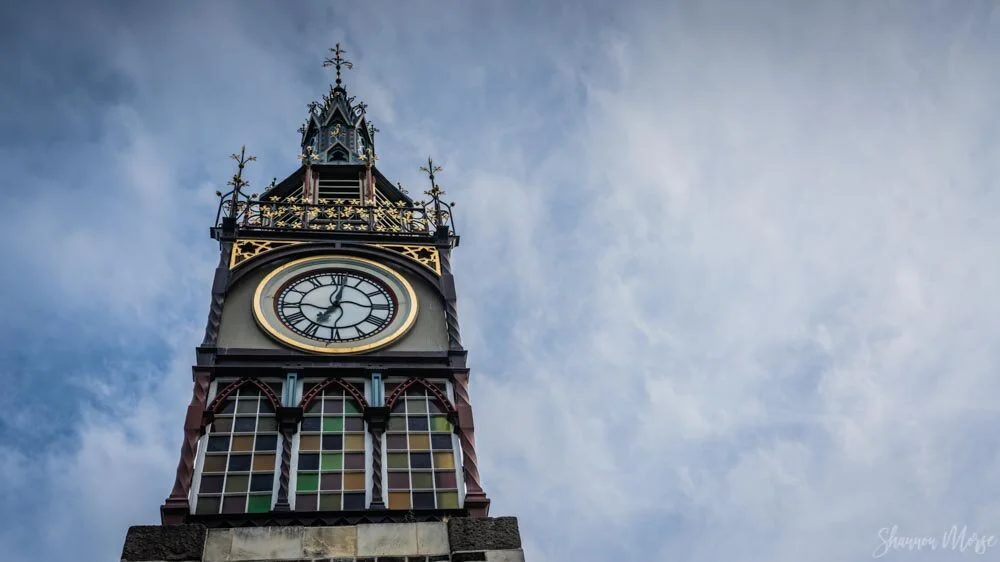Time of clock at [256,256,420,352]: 7:01
